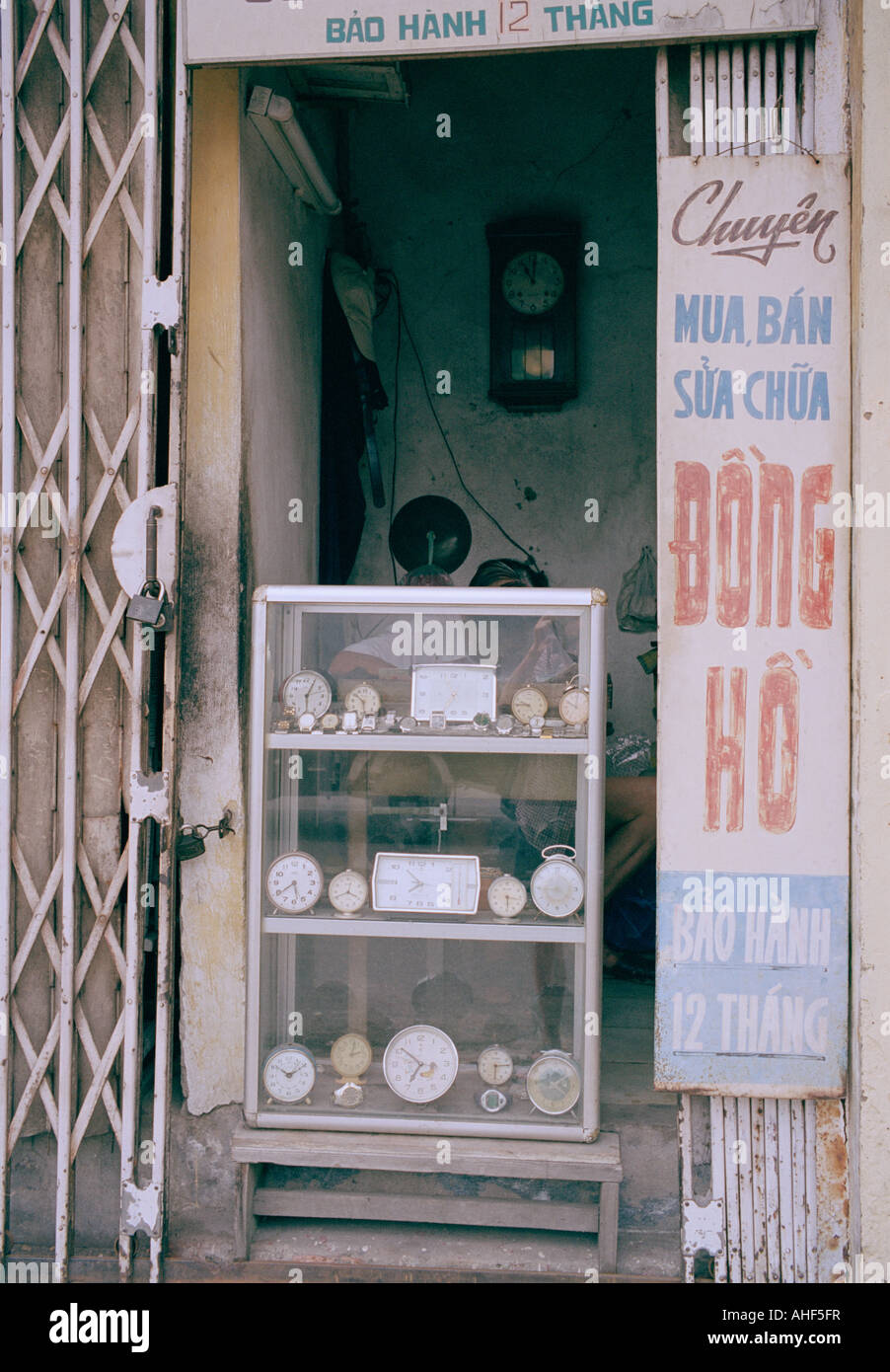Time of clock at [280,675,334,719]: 6:05
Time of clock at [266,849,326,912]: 5:39
